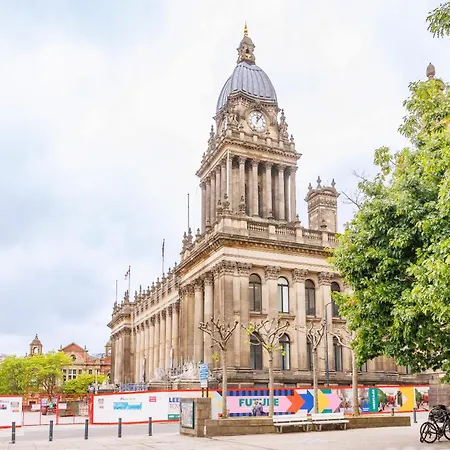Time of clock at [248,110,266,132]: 12:06
